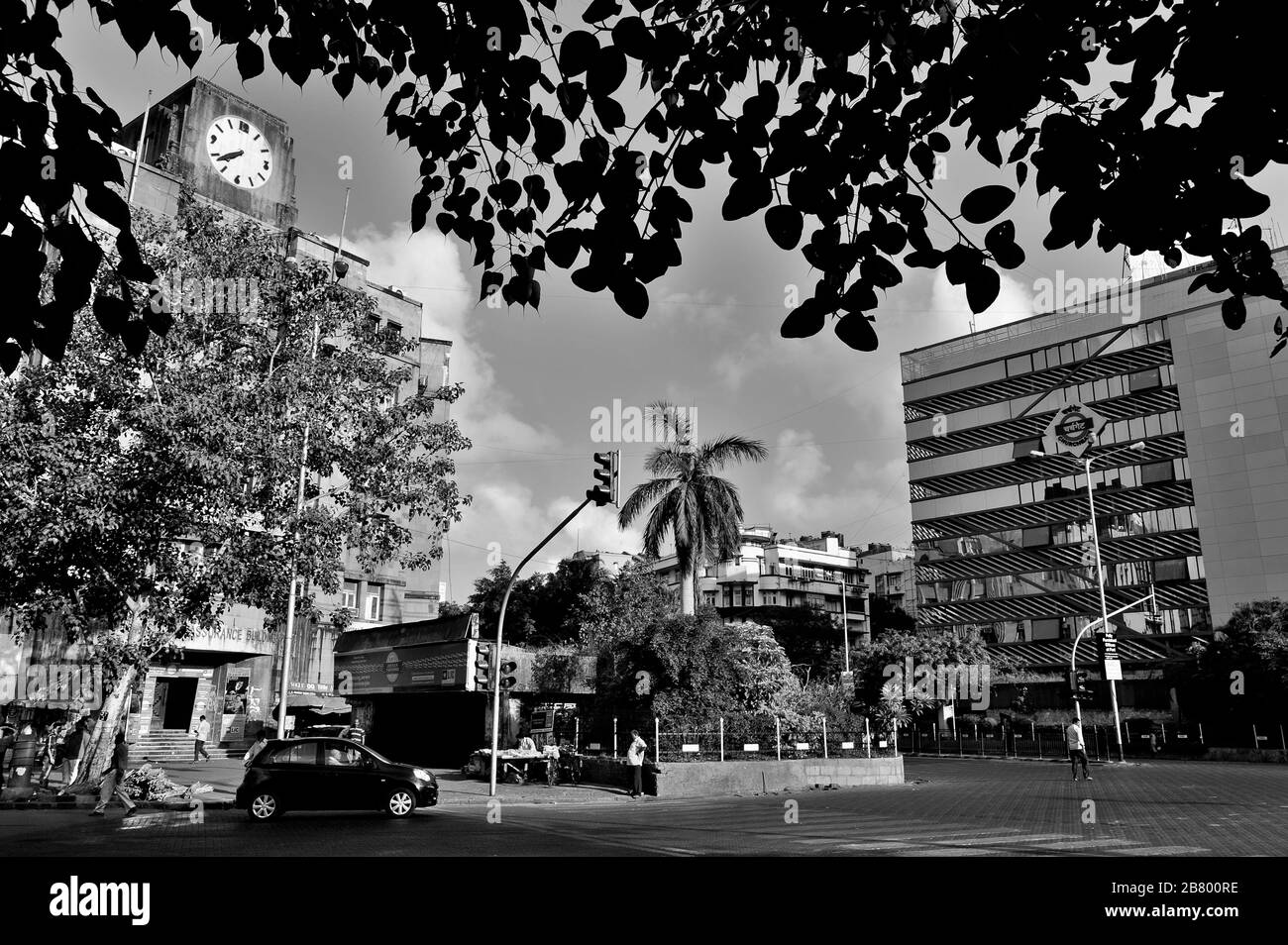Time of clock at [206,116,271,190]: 7:38
